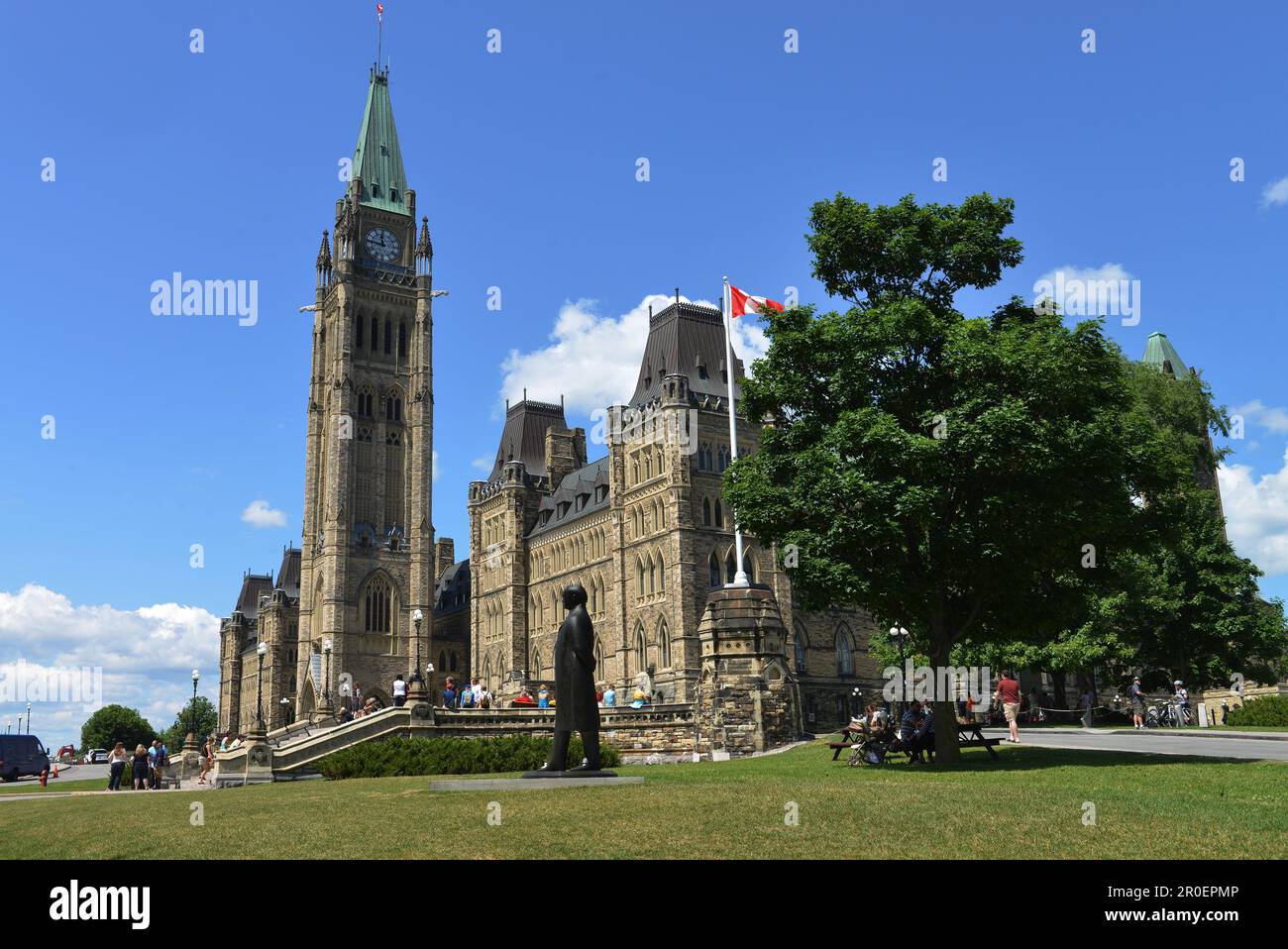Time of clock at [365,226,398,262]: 11:46
